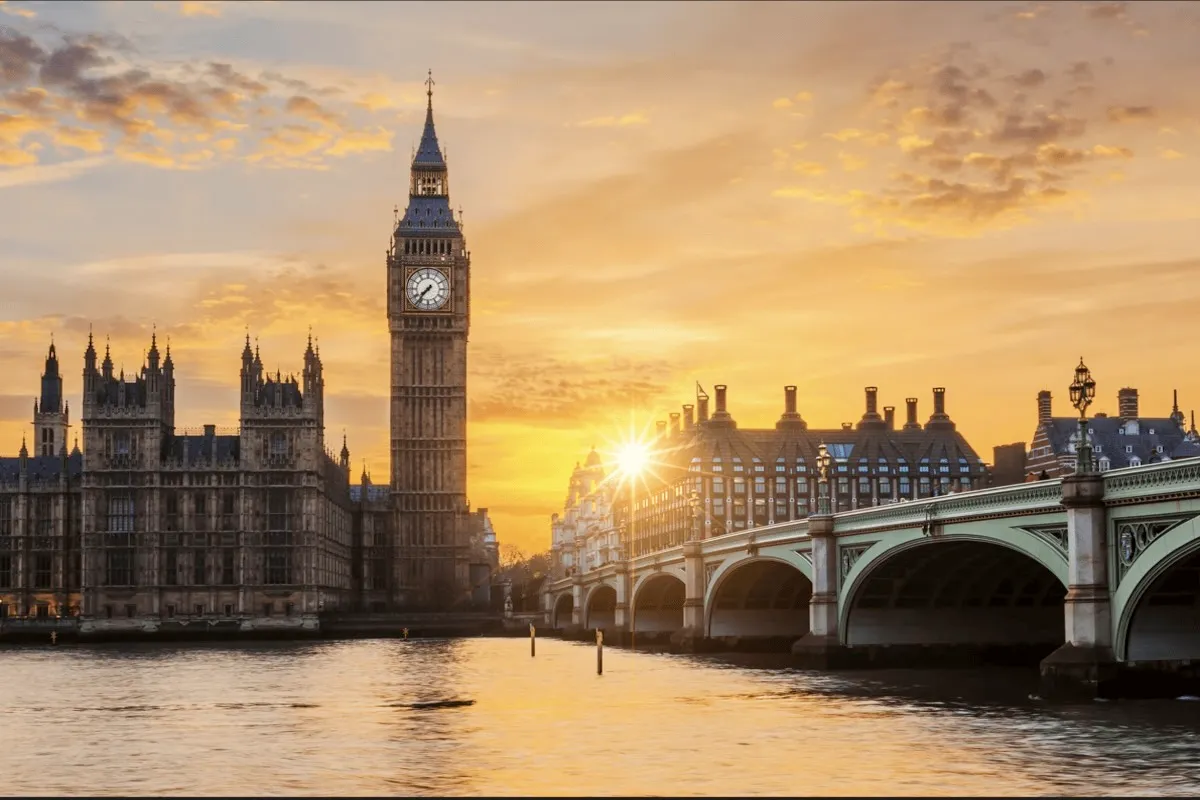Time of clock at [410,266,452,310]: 7:36
